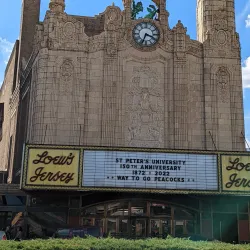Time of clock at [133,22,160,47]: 3:34
